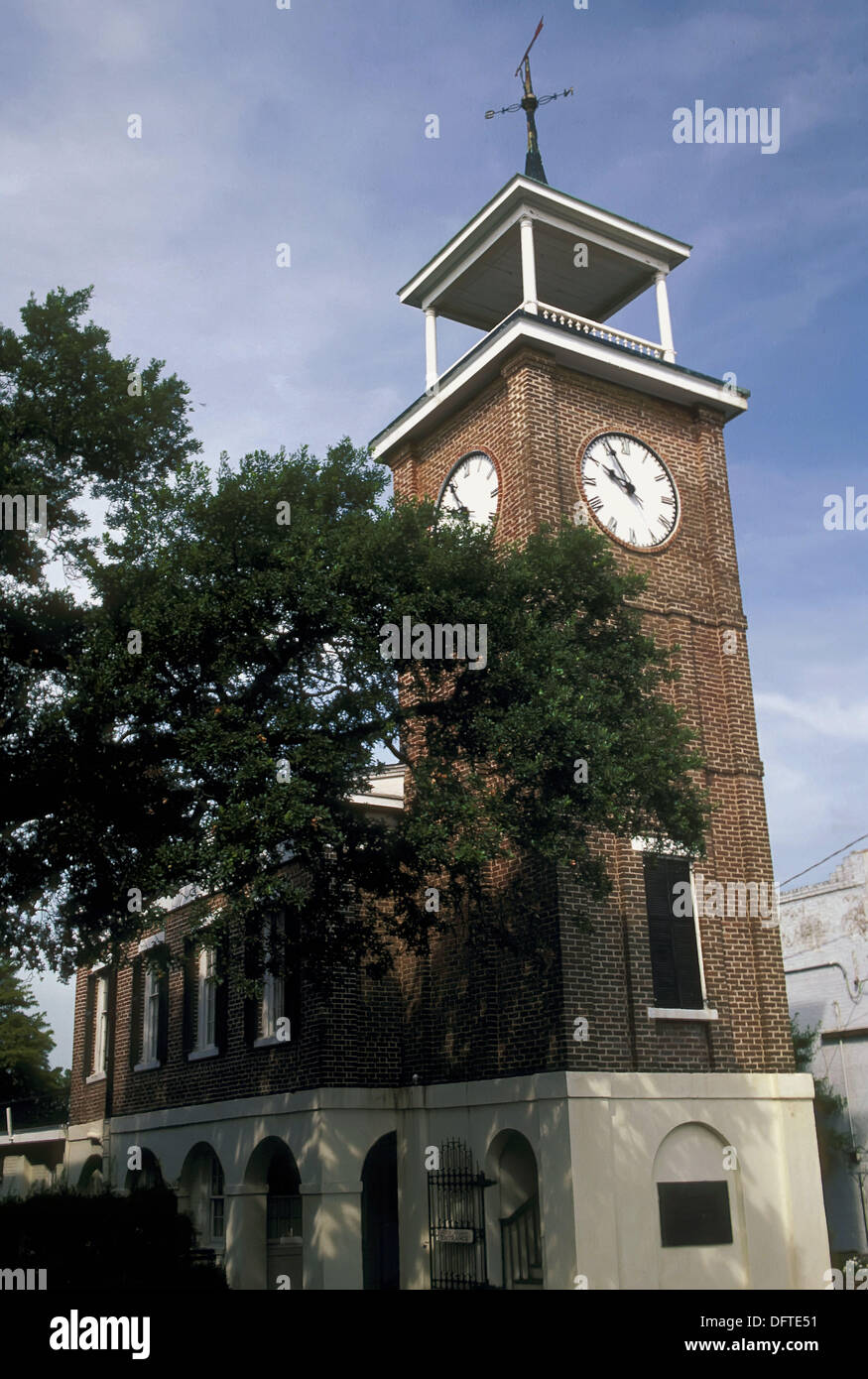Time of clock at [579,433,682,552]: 9:55
